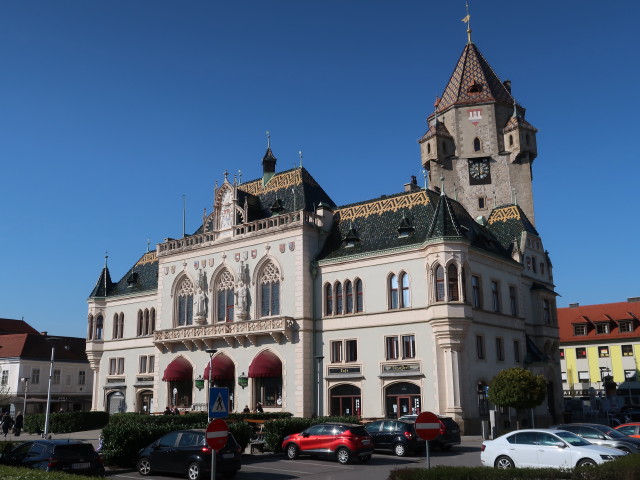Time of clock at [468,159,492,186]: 5:59
